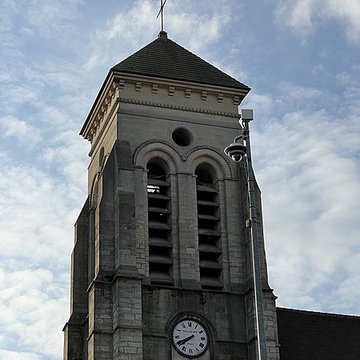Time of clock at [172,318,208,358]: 7:40
